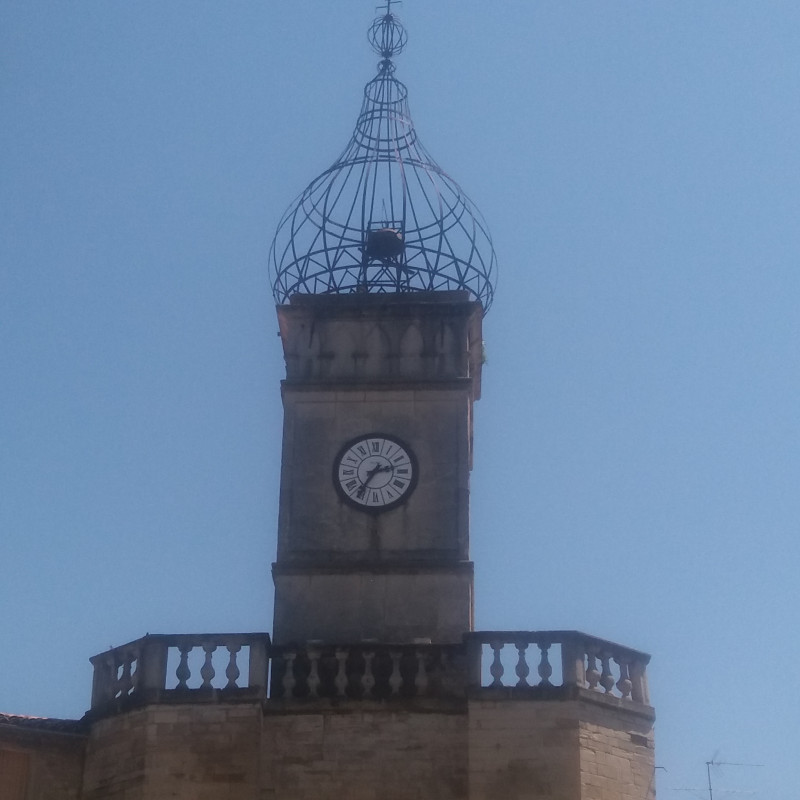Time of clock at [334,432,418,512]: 2:35
